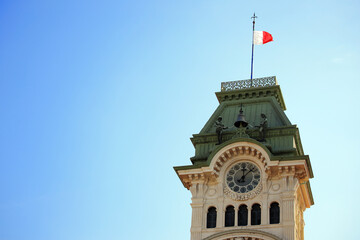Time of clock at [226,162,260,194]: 12:07
